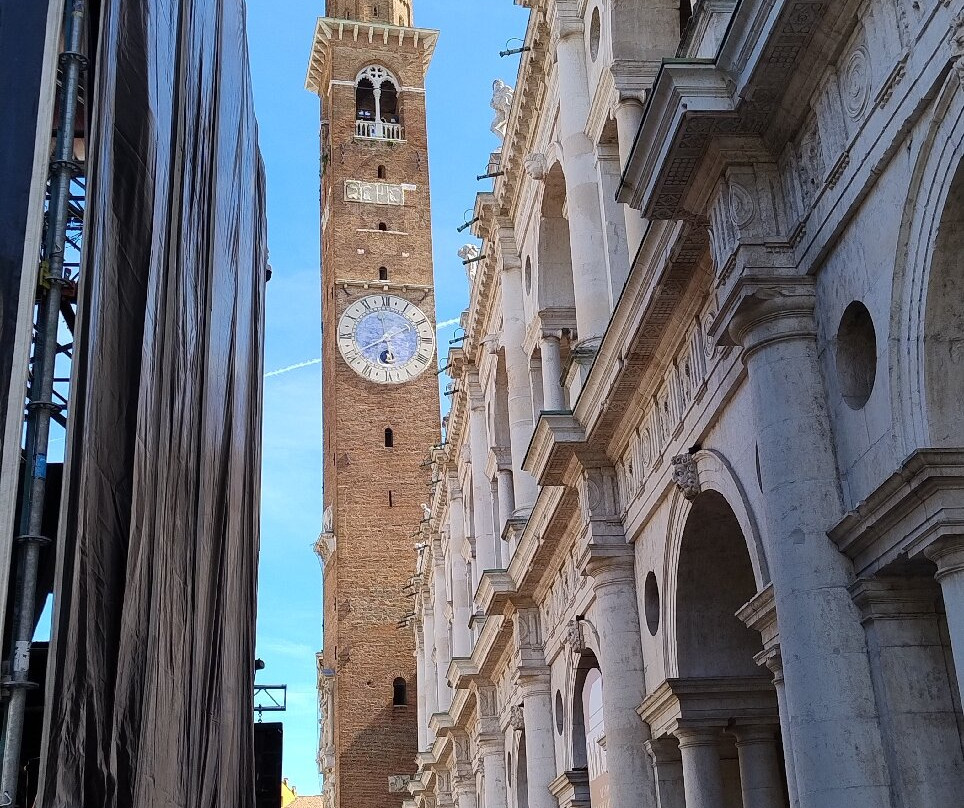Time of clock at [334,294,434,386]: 5:40
